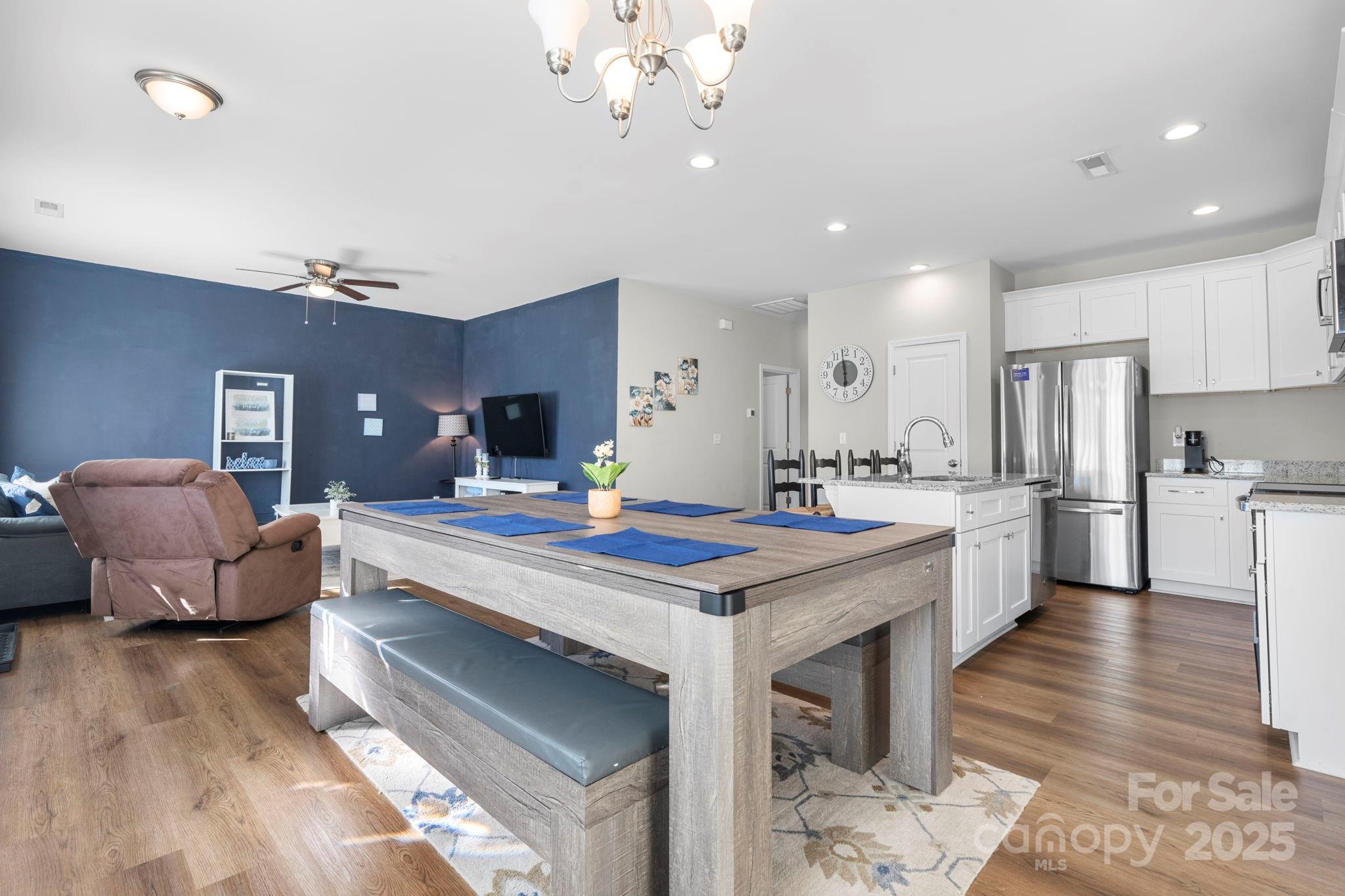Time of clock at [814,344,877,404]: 5:58
